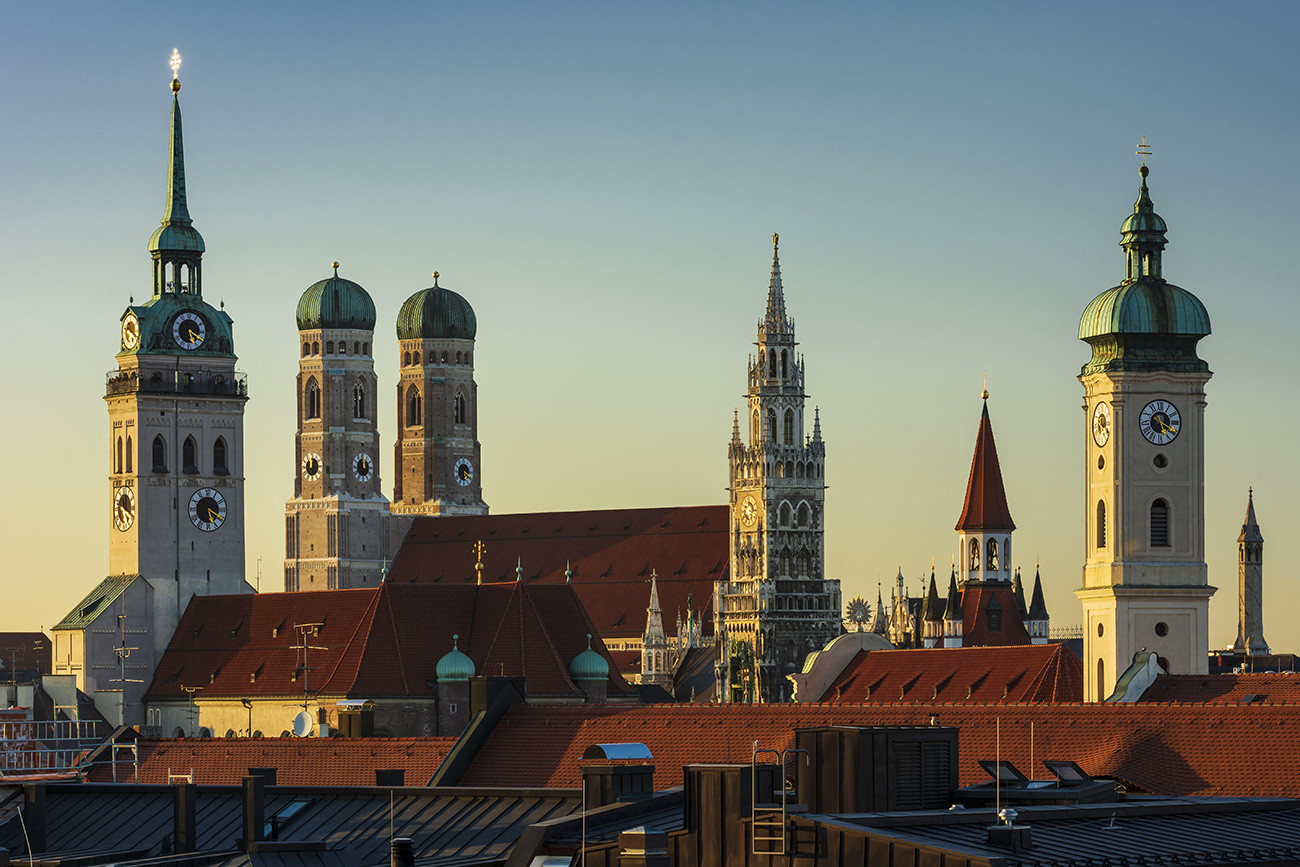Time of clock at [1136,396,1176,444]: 5:19
